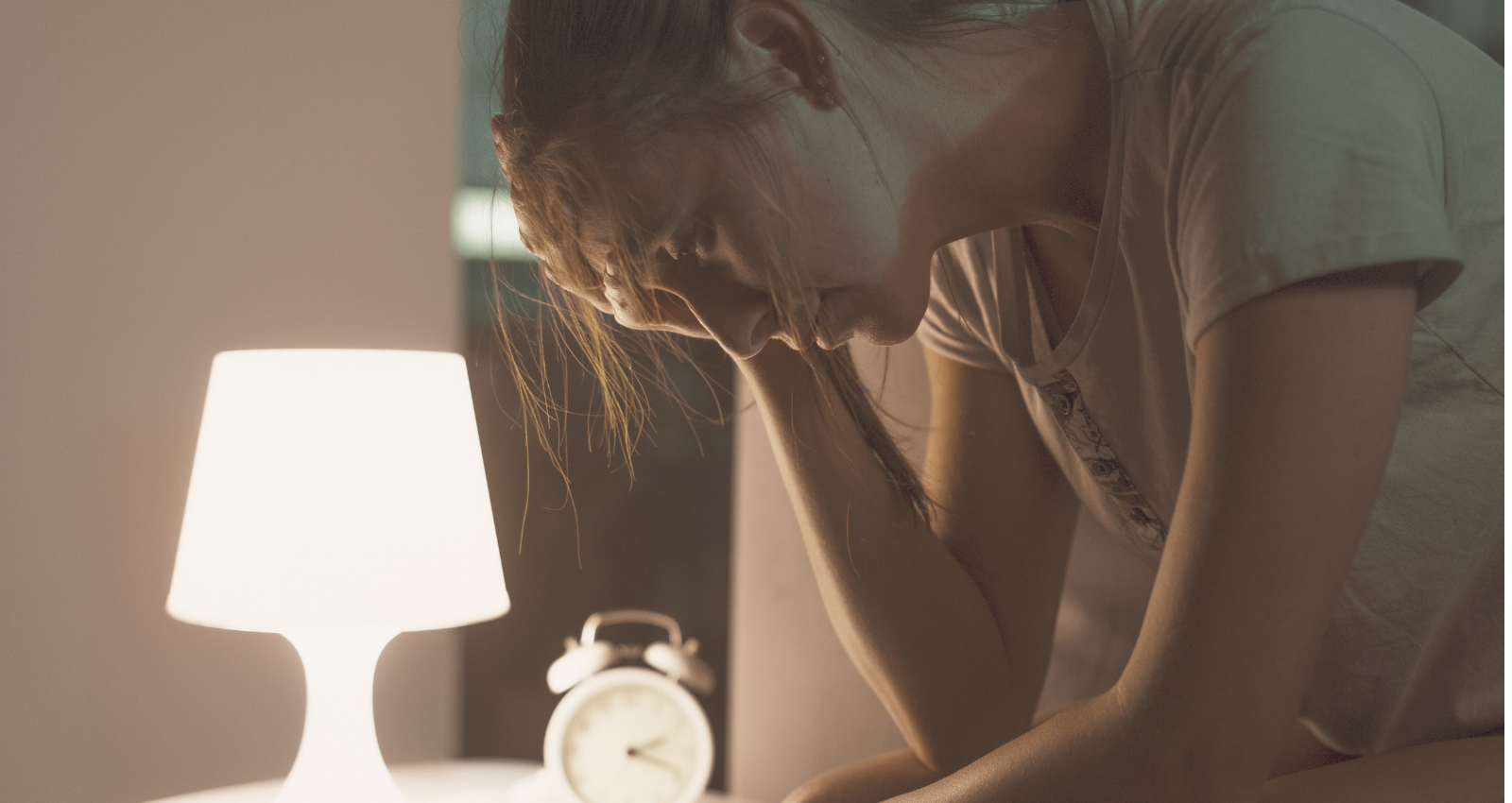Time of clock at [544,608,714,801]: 2:18
